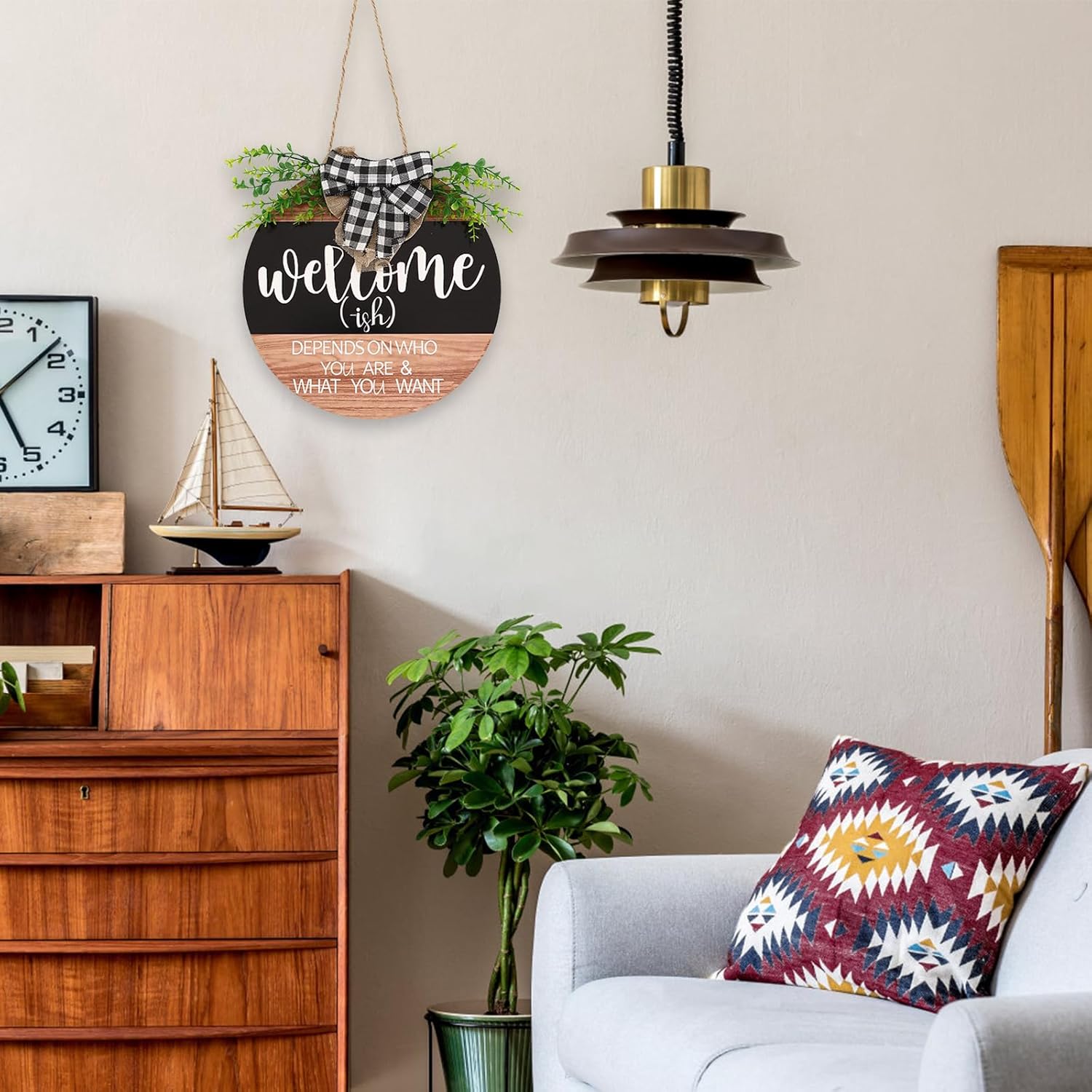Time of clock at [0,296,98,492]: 5:08
